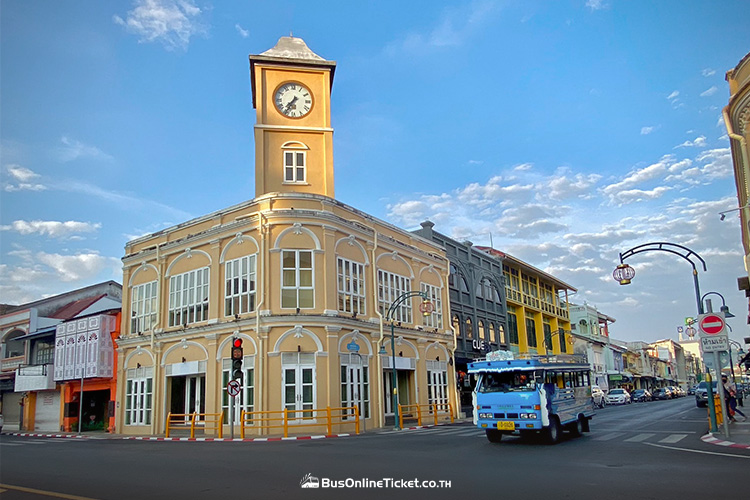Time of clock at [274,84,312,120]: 7:35
